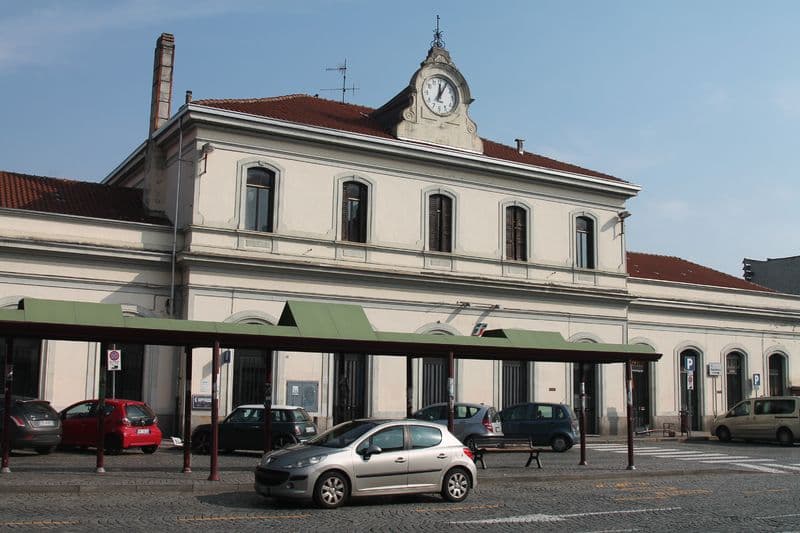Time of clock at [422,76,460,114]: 12:05
